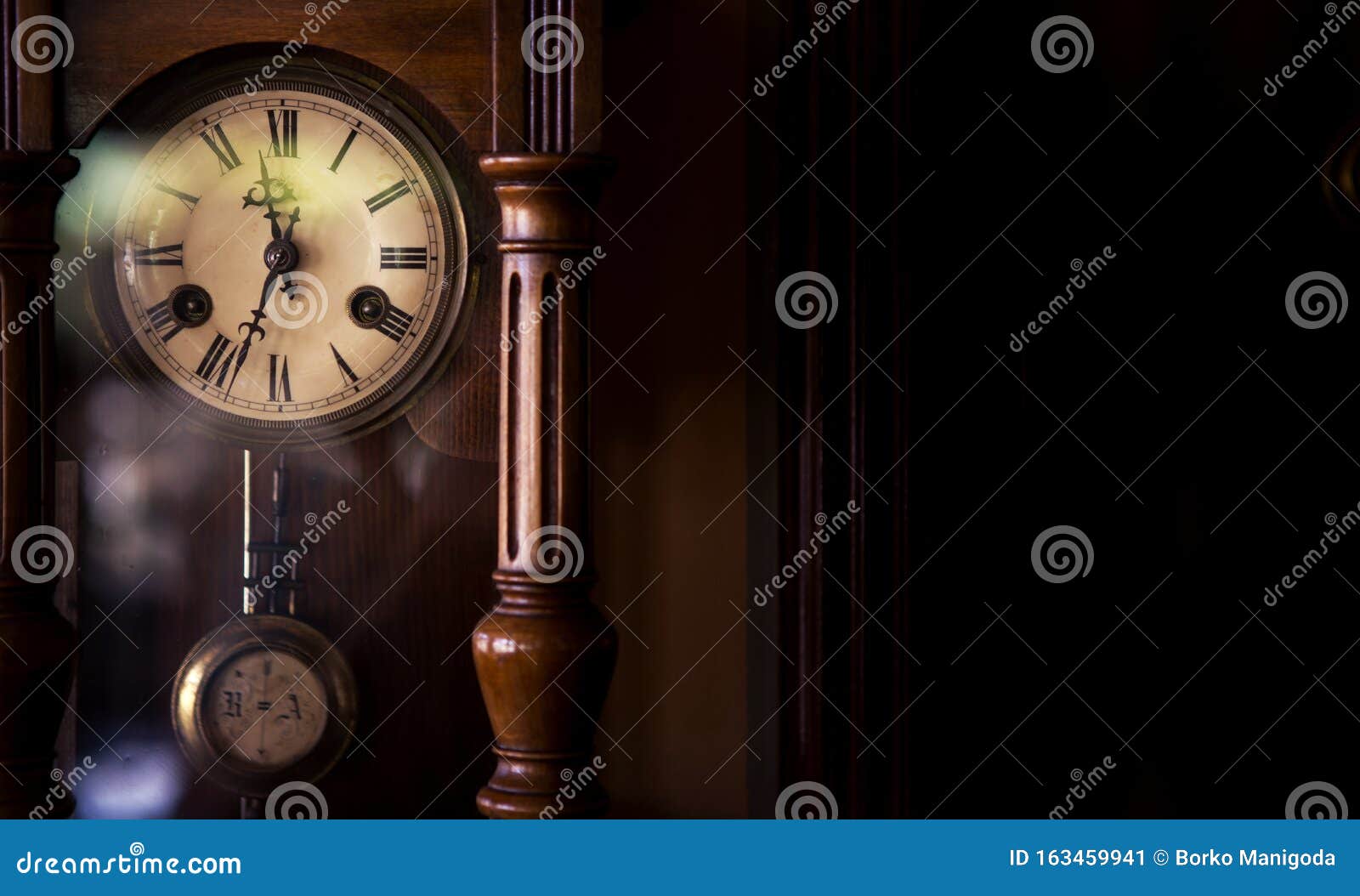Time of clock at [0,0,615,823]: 11:33
